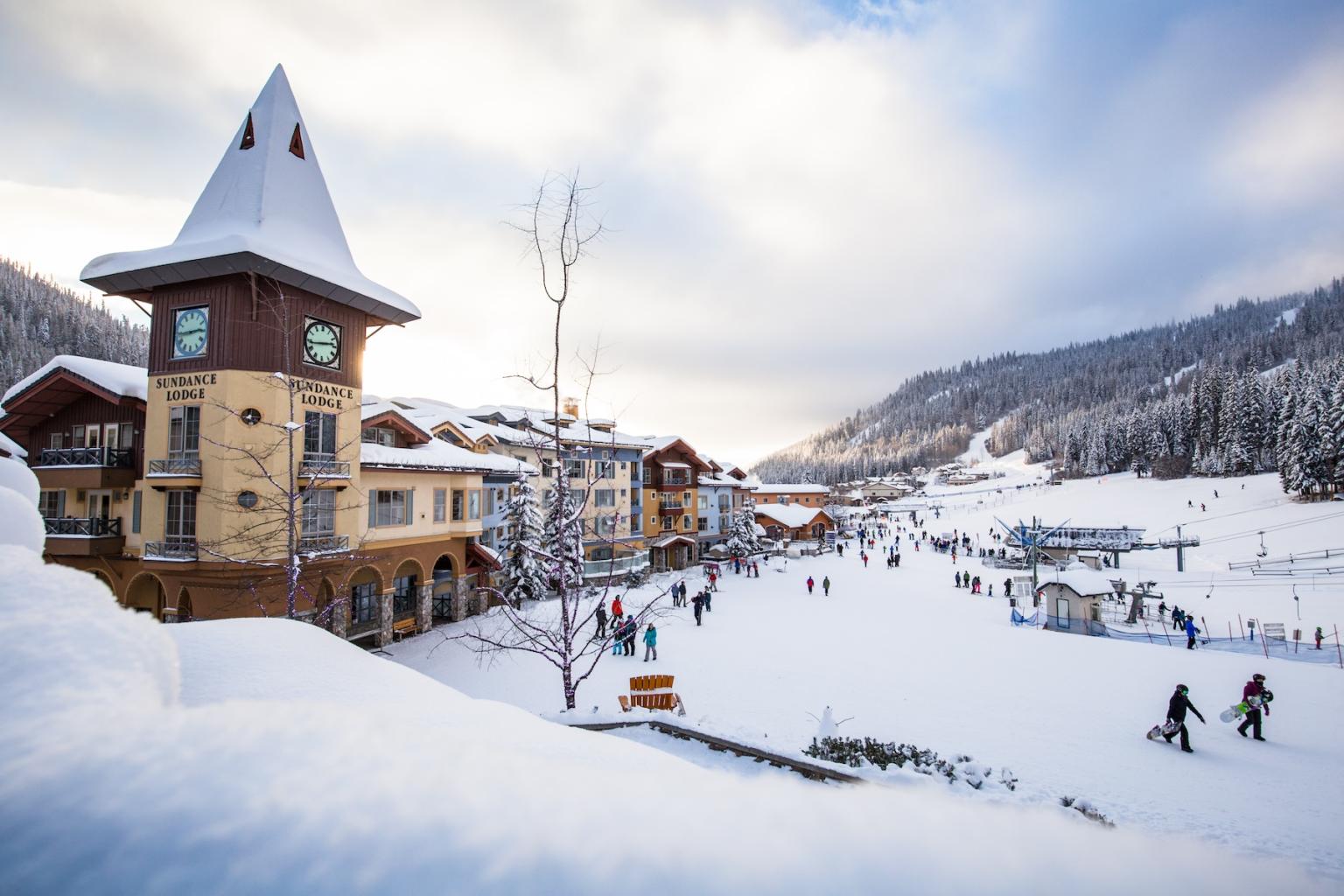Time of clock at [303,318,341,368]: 2:43
